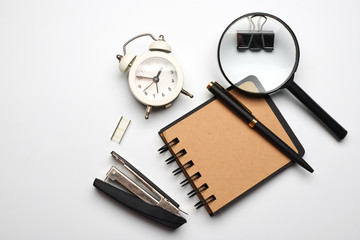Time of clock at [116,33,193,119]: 12:45
